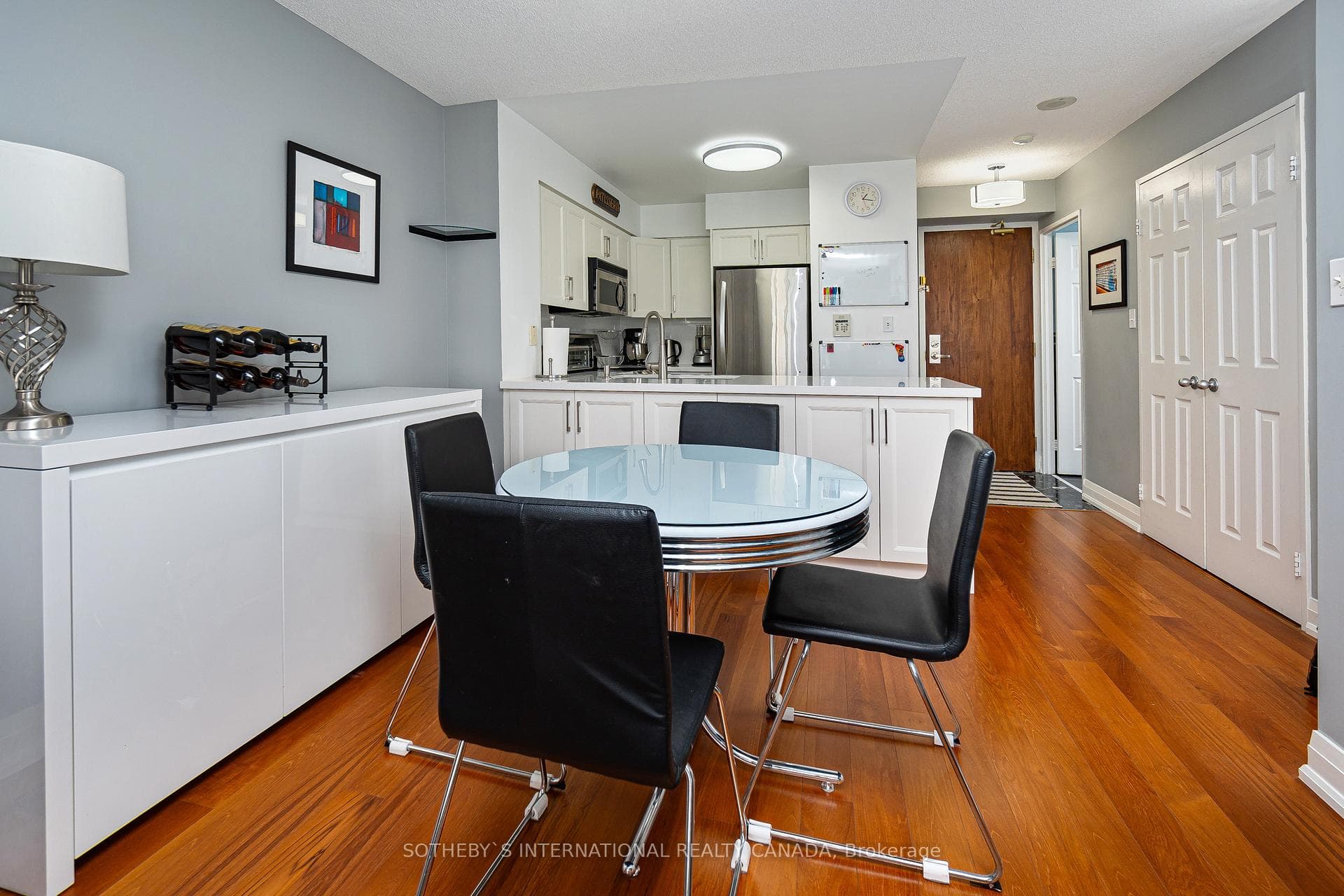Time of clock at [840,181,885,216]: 1:16
